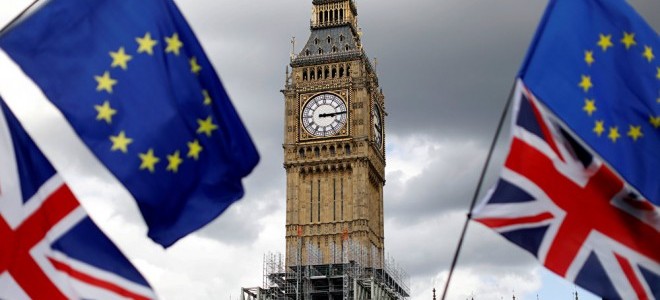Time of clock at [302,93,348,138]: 3:14
